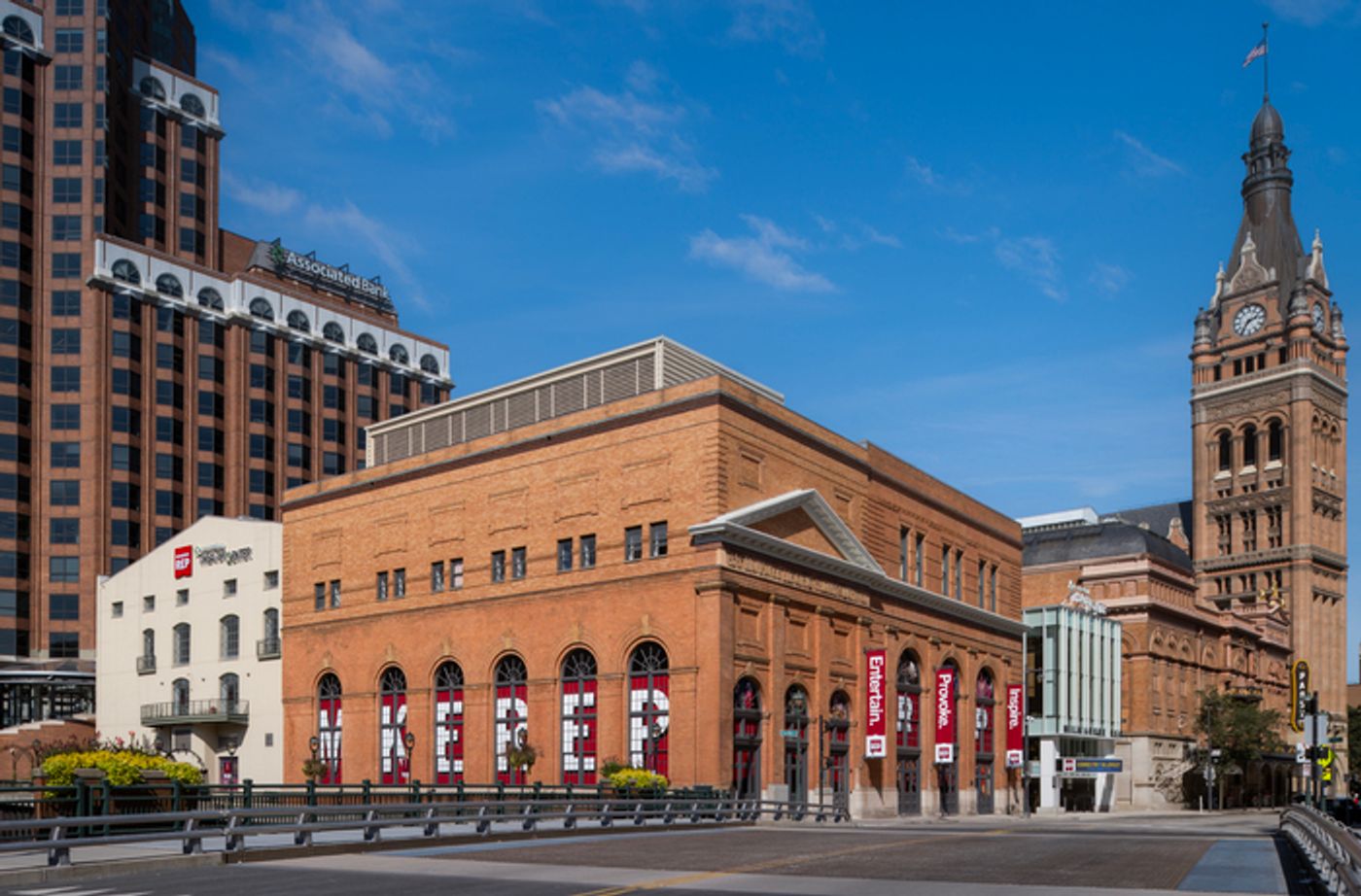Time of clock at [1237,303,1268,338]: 2:36
